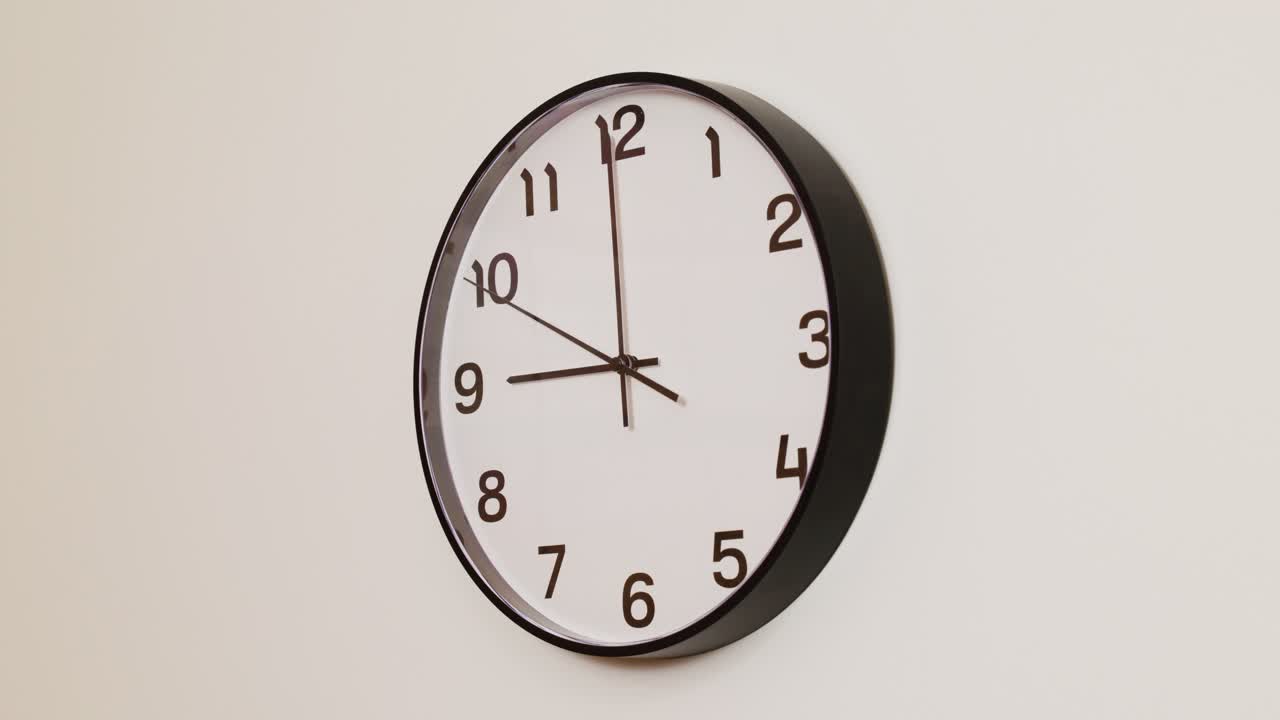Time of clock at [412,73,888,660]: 8:59
